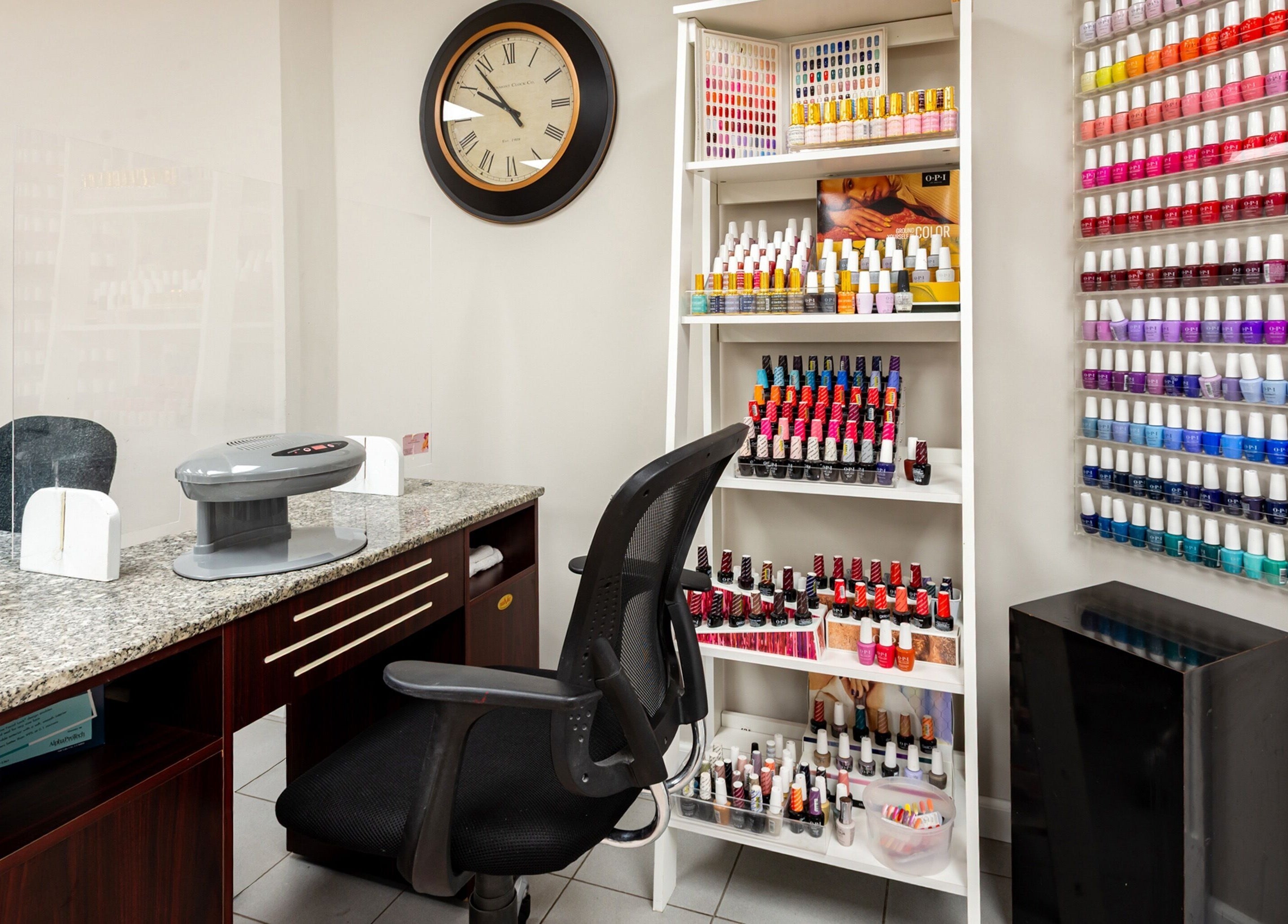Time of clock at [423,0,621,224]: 9:53
